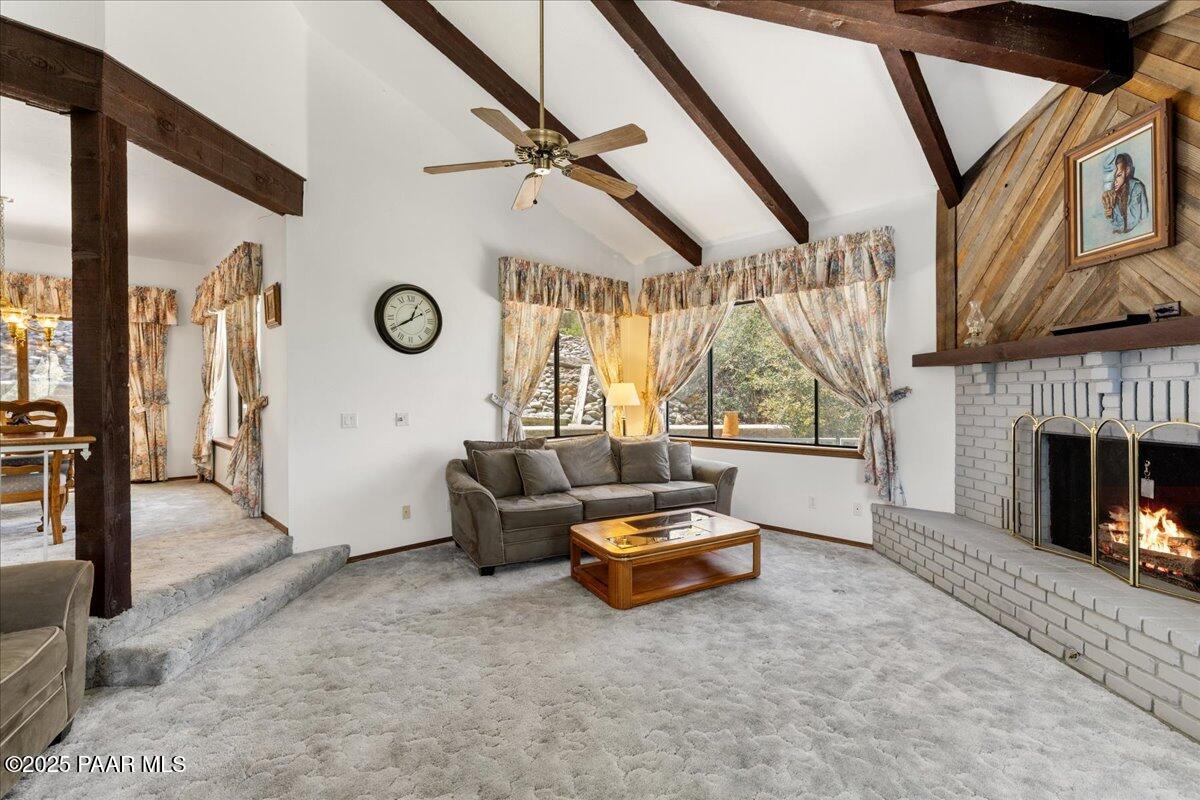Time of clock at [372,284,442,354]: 12:40
